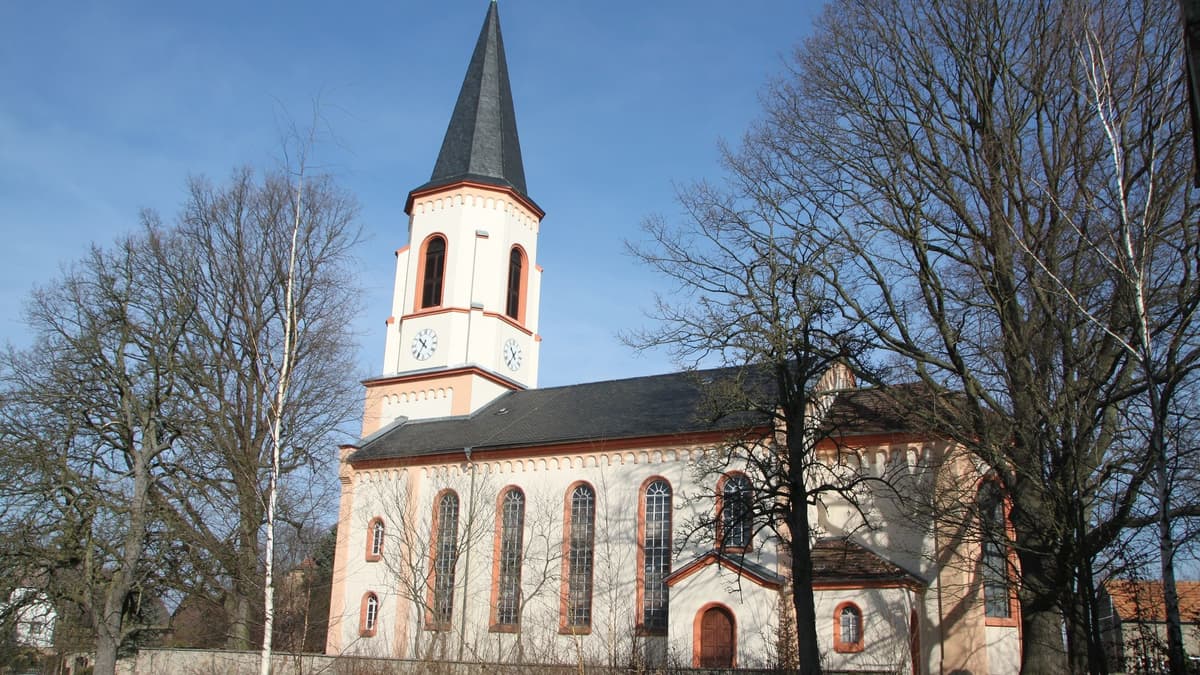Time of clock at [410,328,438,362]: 10:35
